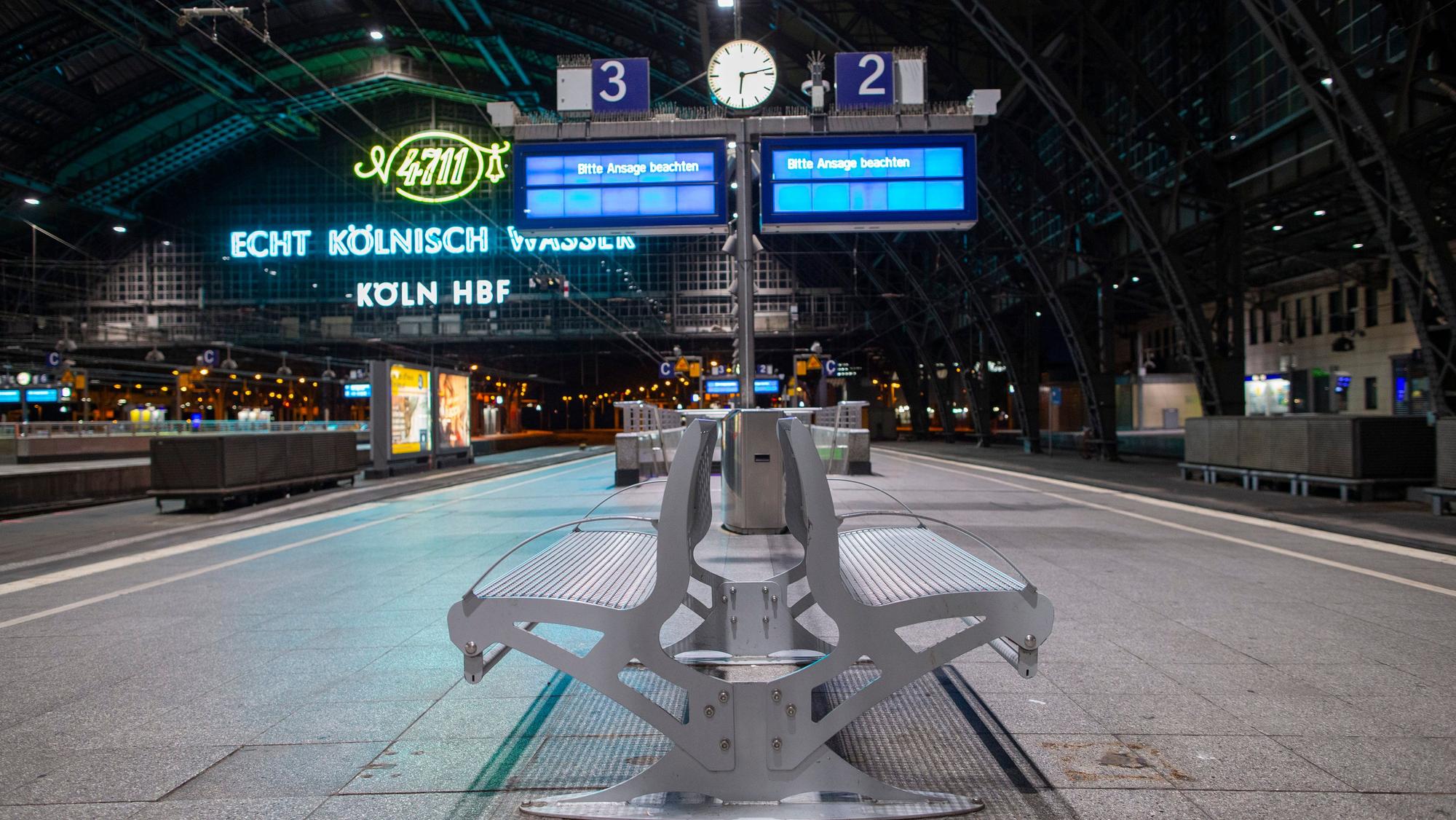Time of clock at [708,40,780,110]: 6:13
